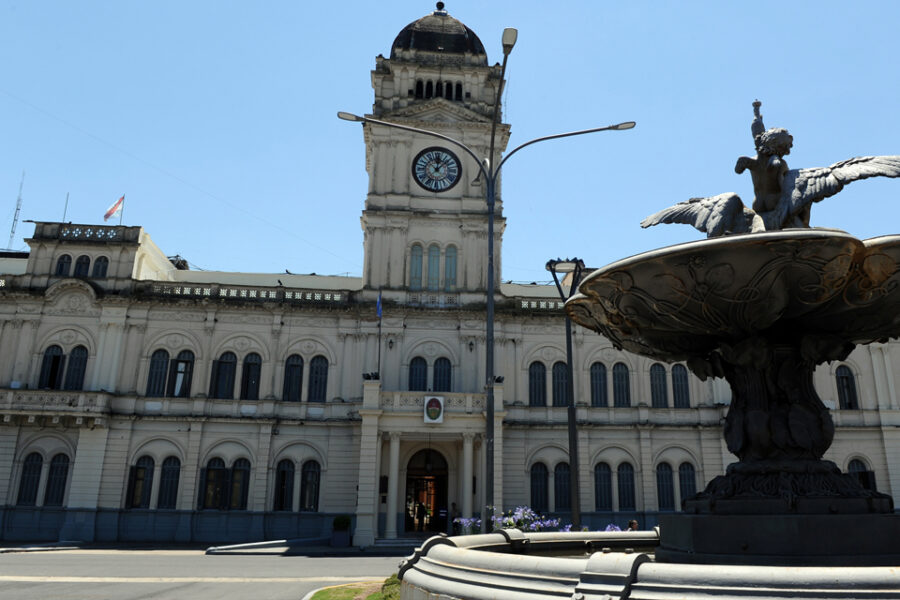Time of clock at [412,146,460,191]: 12:07
